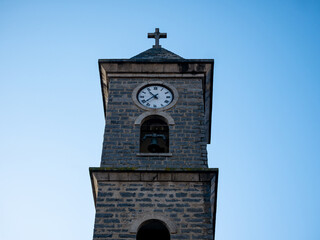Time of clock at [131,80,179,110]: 10:37
